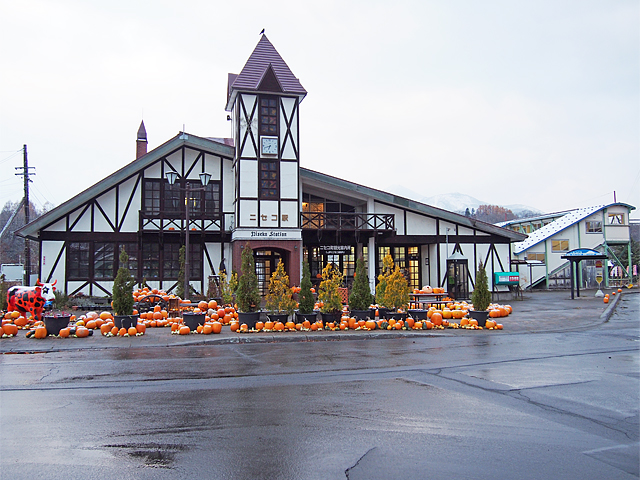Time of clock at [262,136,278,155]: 6:41
